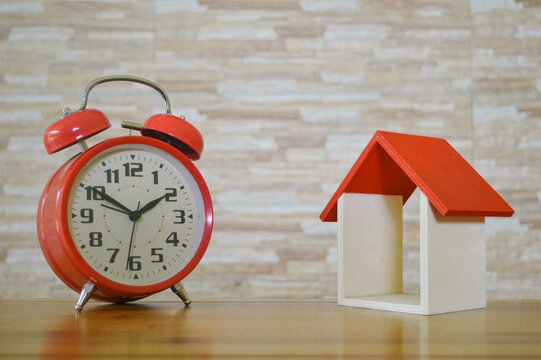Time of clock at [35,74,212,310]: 1:50
